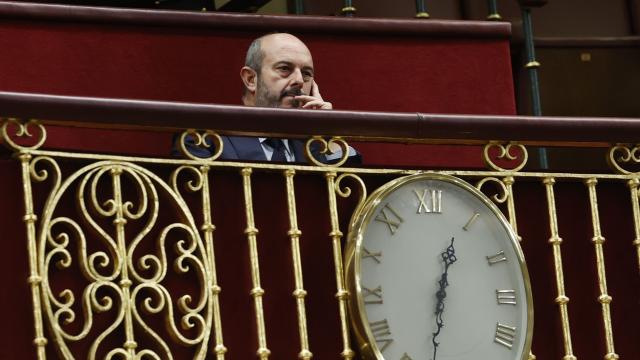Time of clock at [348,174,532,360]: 12:32
